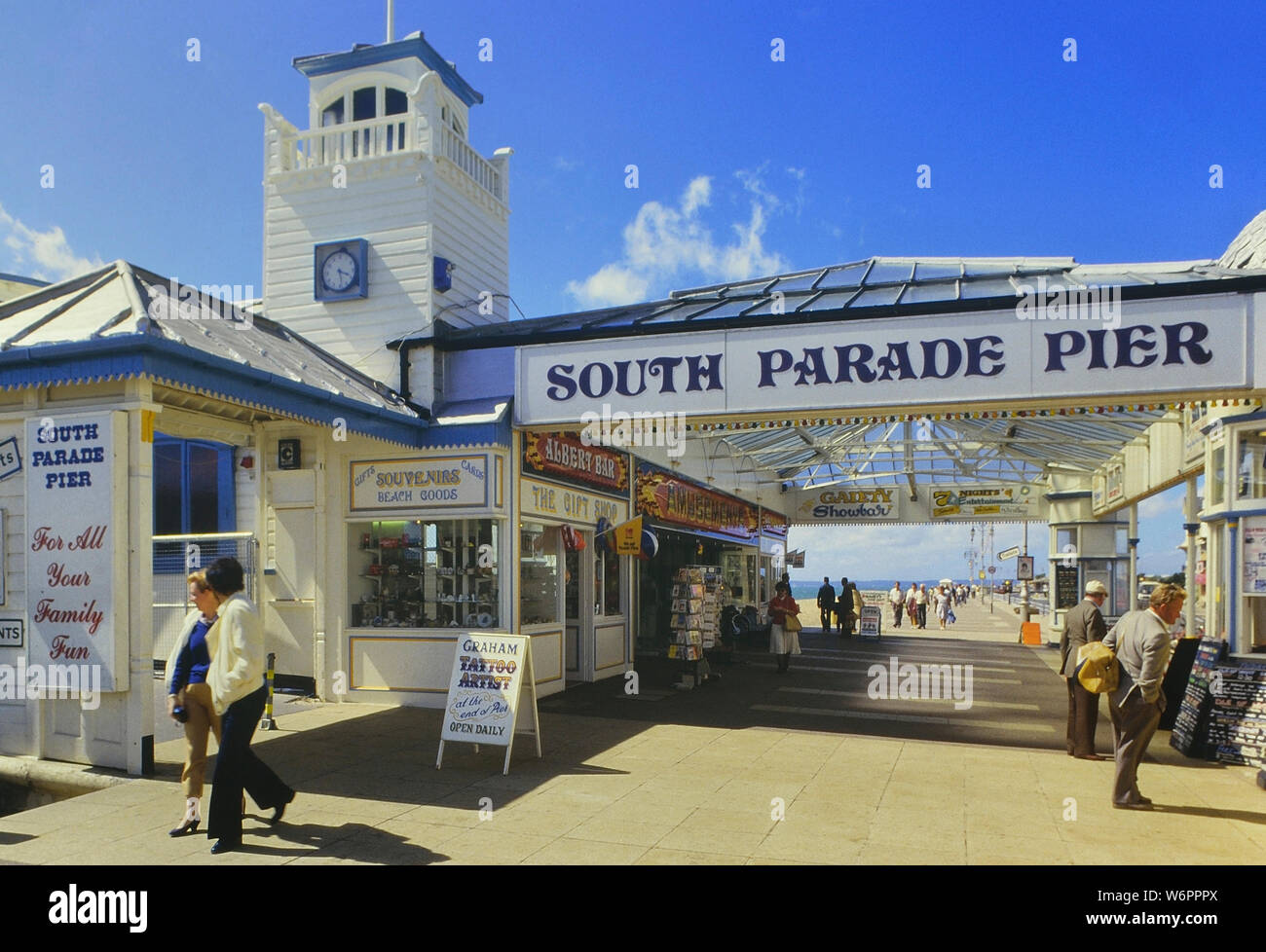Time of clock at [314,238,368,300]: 3:28
